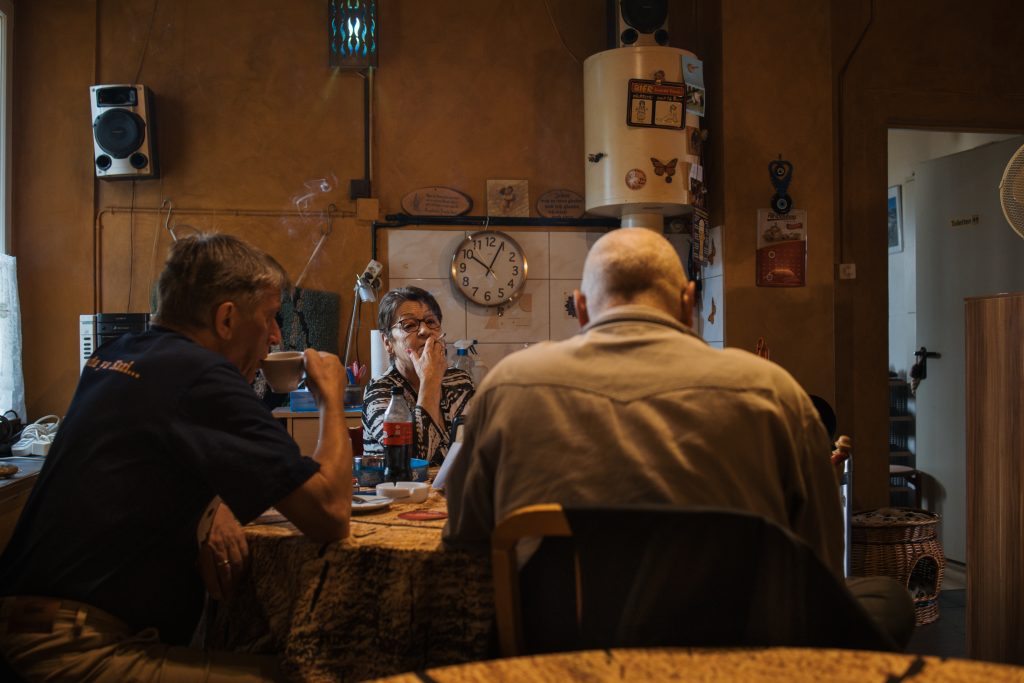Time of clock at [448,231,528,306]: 10:04
